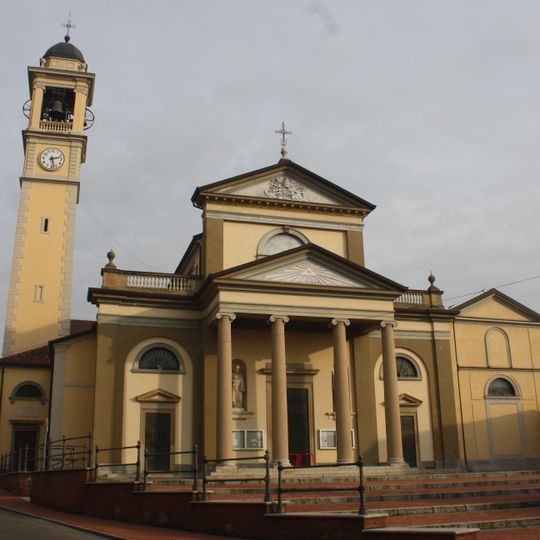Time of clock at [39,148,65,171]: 2:27
